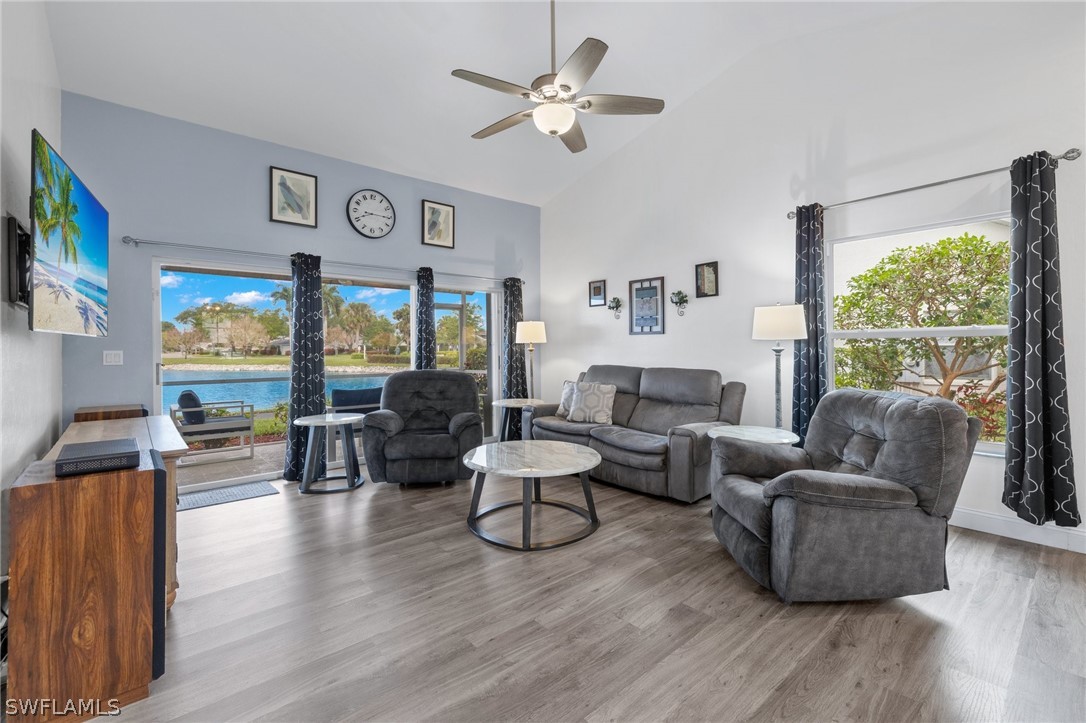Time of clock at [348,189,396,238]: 8:15
